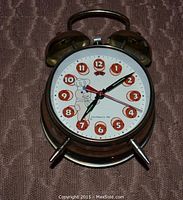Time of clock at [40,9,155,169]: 7:09
